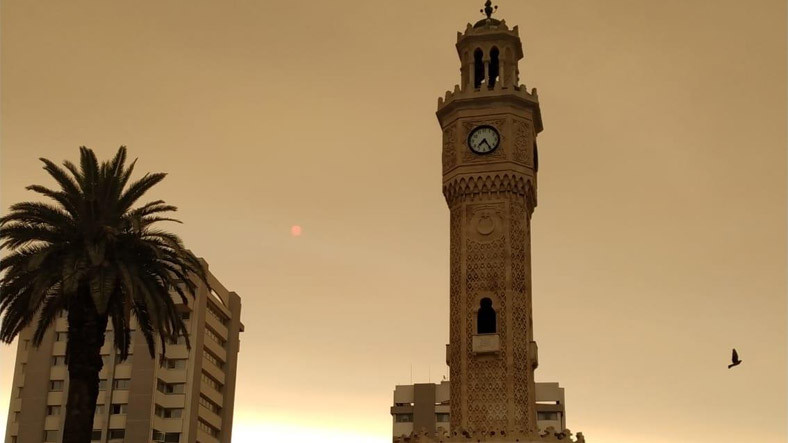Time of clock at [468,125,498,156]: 7:24
